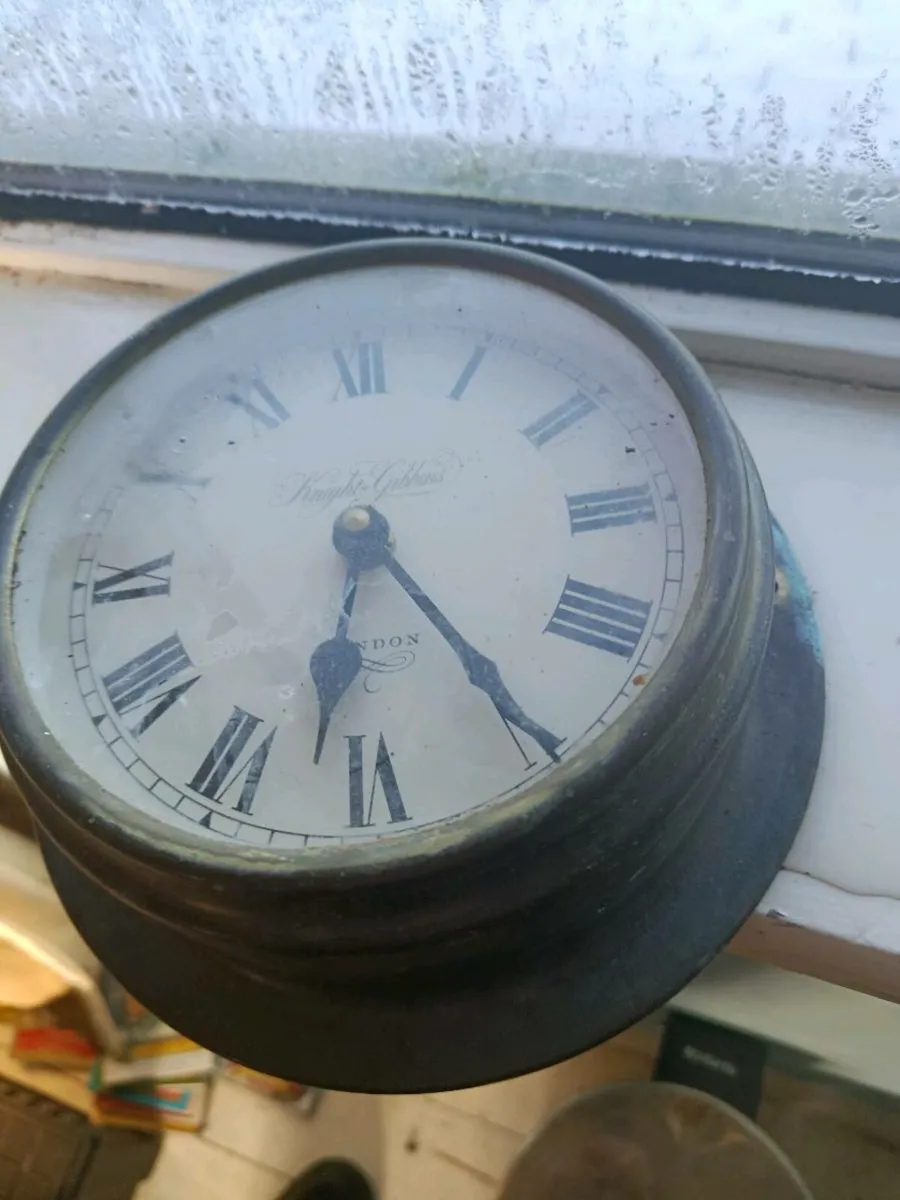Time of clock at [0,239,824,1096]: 6:24
